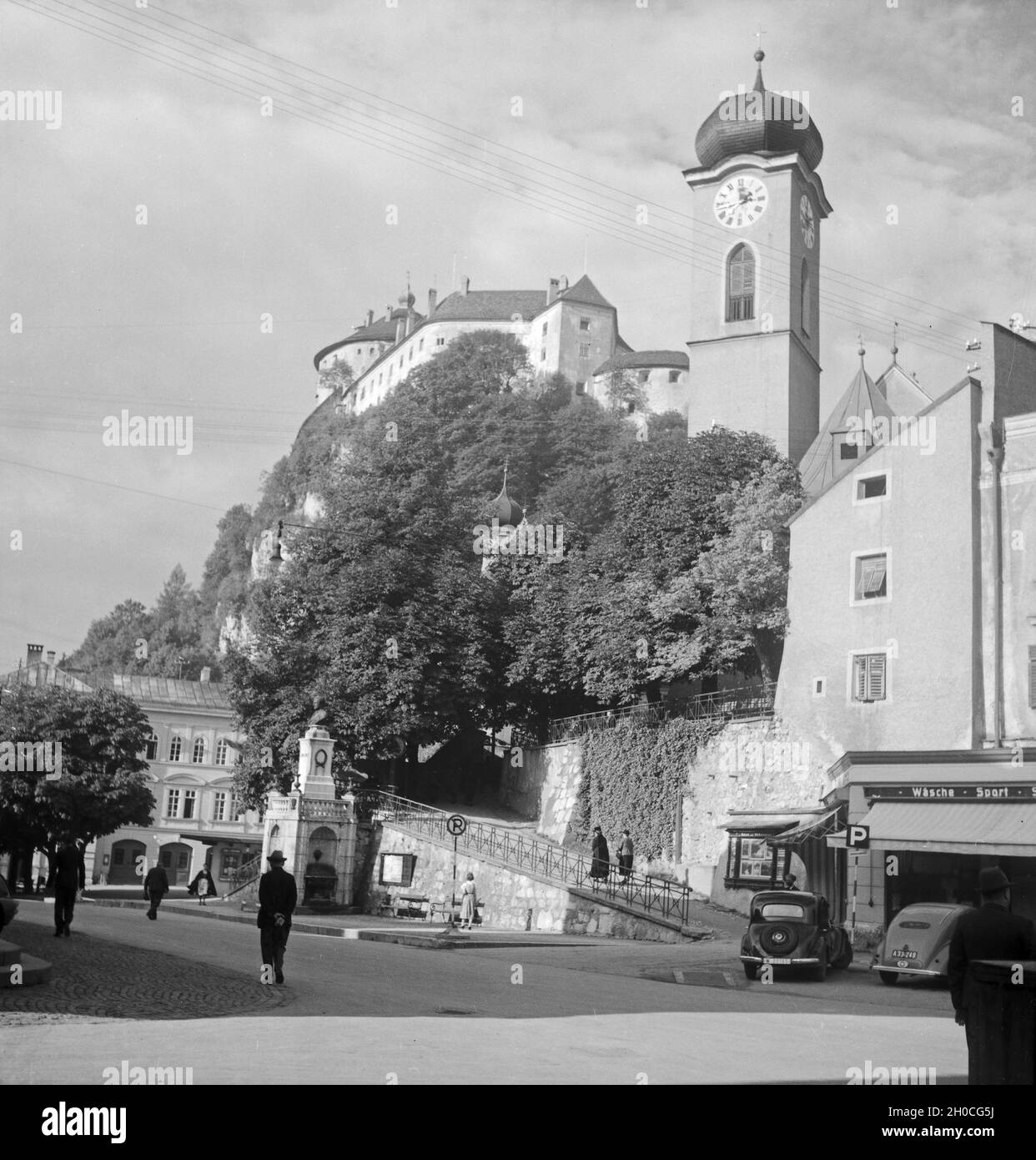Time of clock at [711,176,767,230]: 2:00
